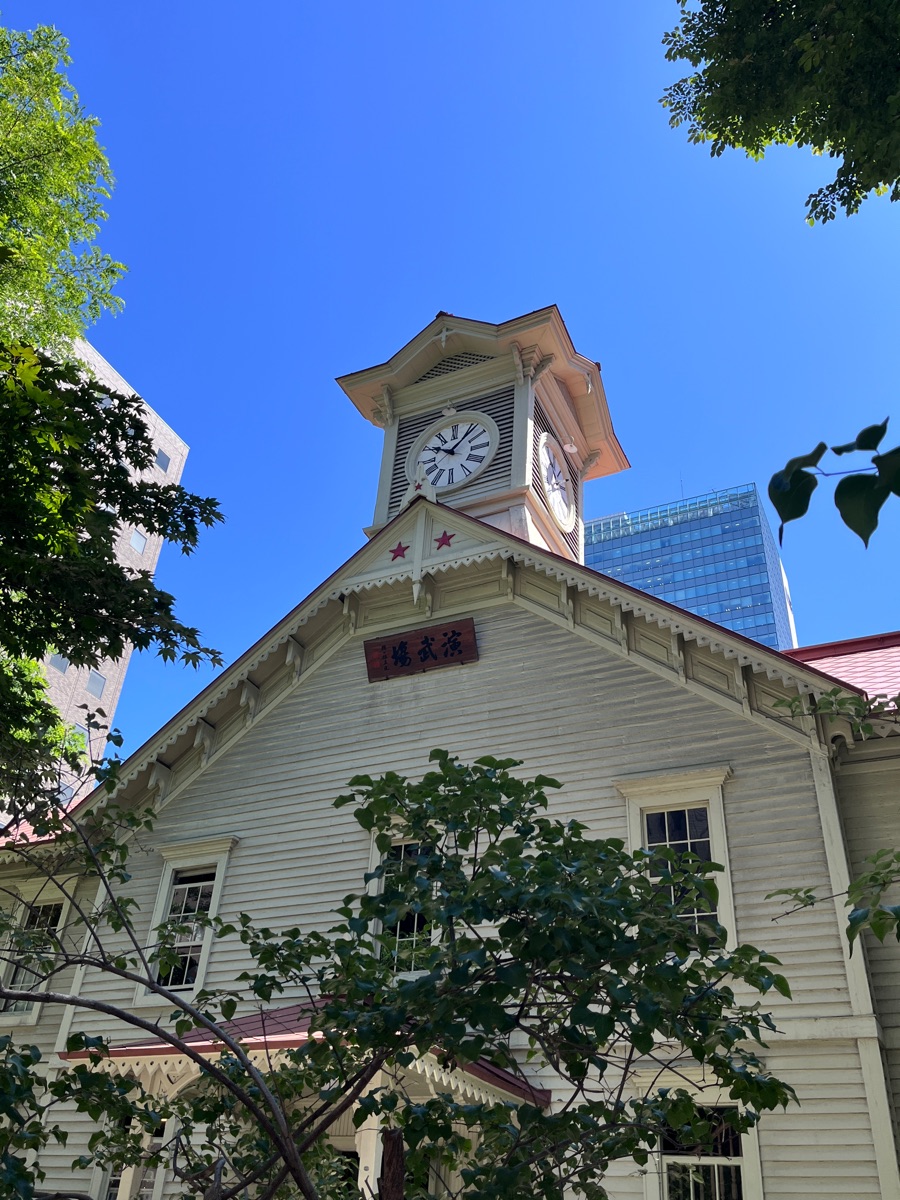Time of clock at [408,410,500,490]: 10:07
